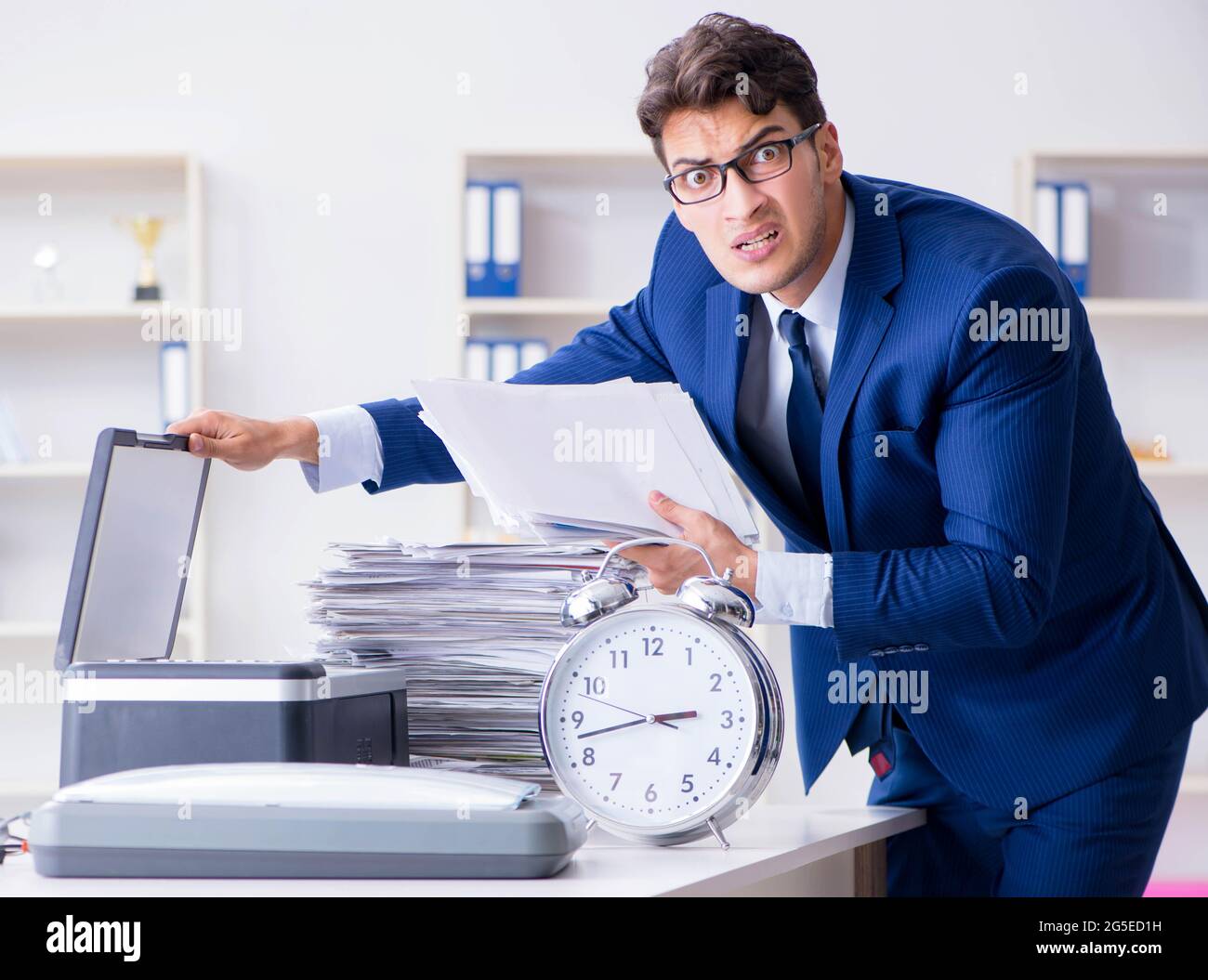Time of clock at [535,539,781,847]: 2:42
